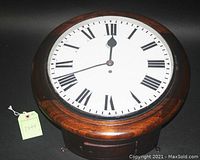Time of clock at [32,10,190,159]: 12:00
